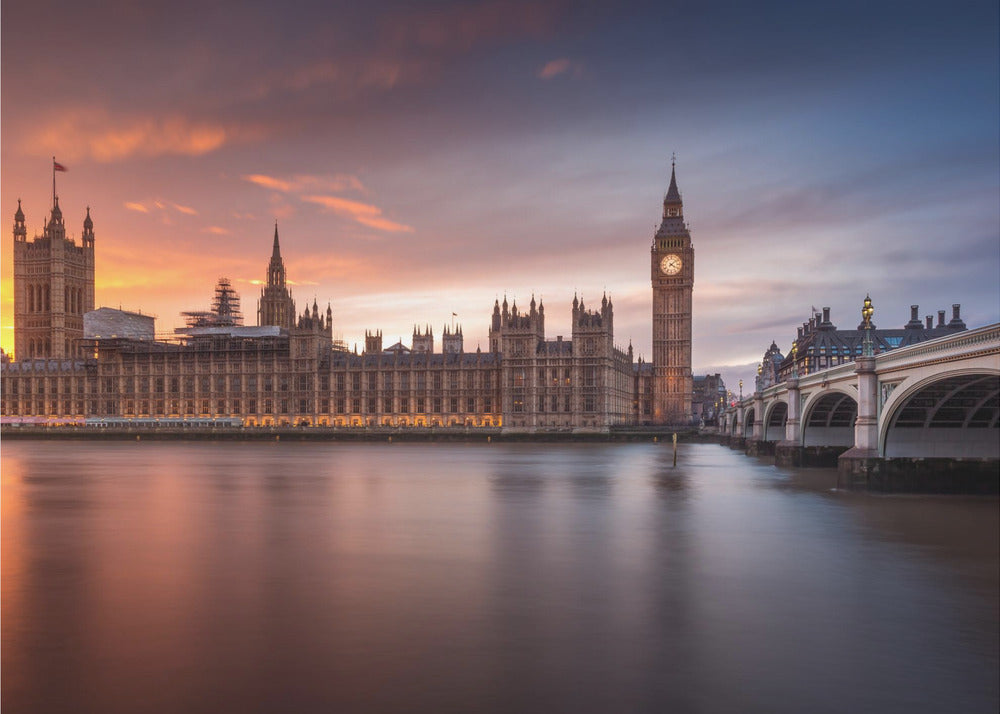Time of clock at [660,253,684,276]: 4:08
